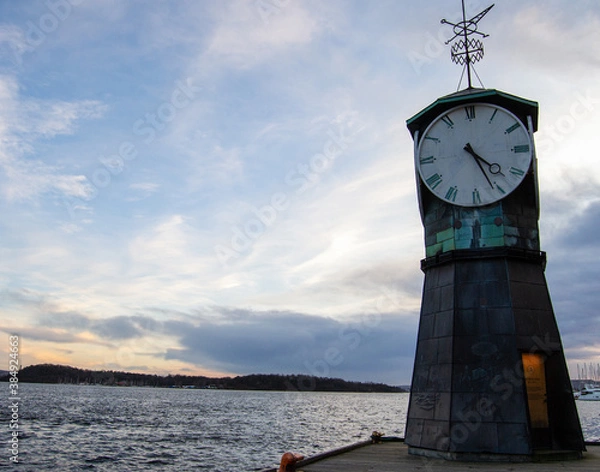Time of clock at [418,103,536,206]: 4:26
